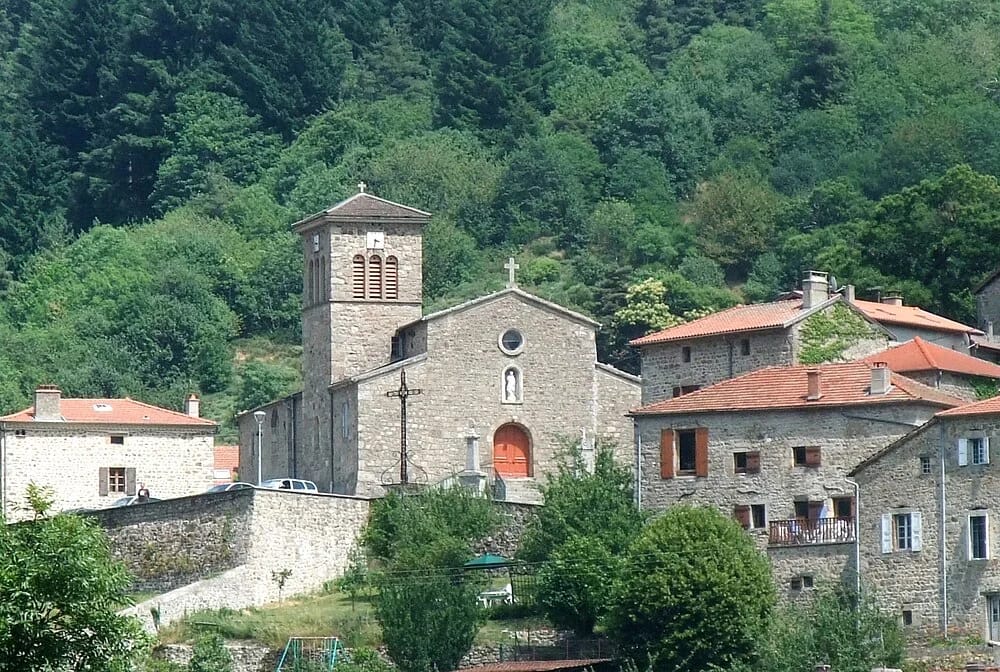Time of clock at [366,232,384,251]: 3:31
